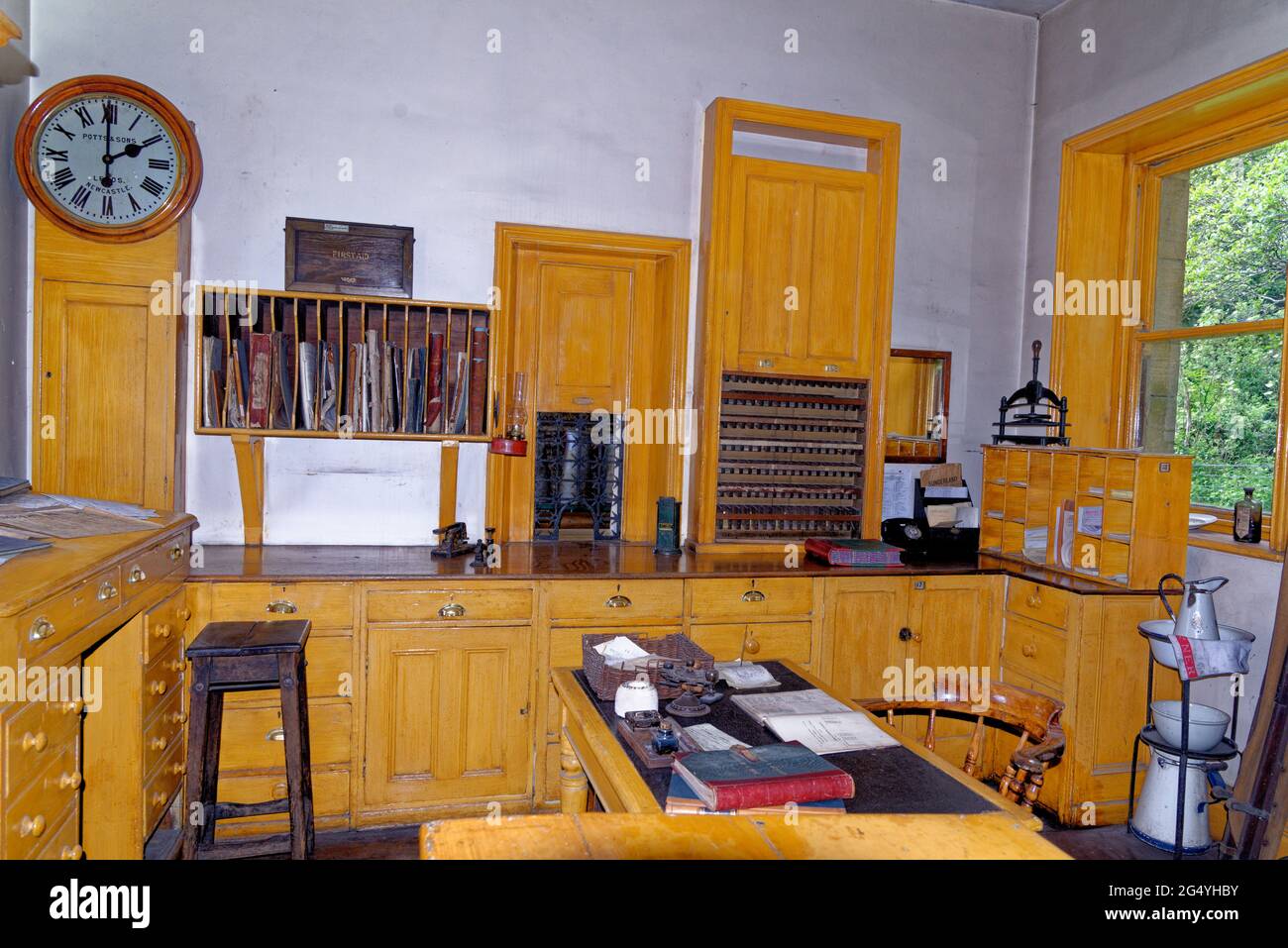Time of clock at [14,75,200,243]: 1:59
